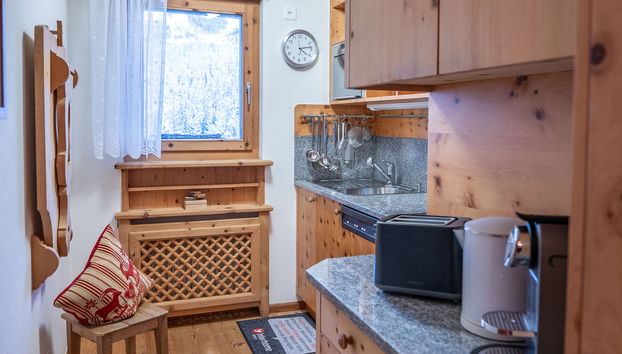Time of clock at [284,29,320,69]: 4:13
